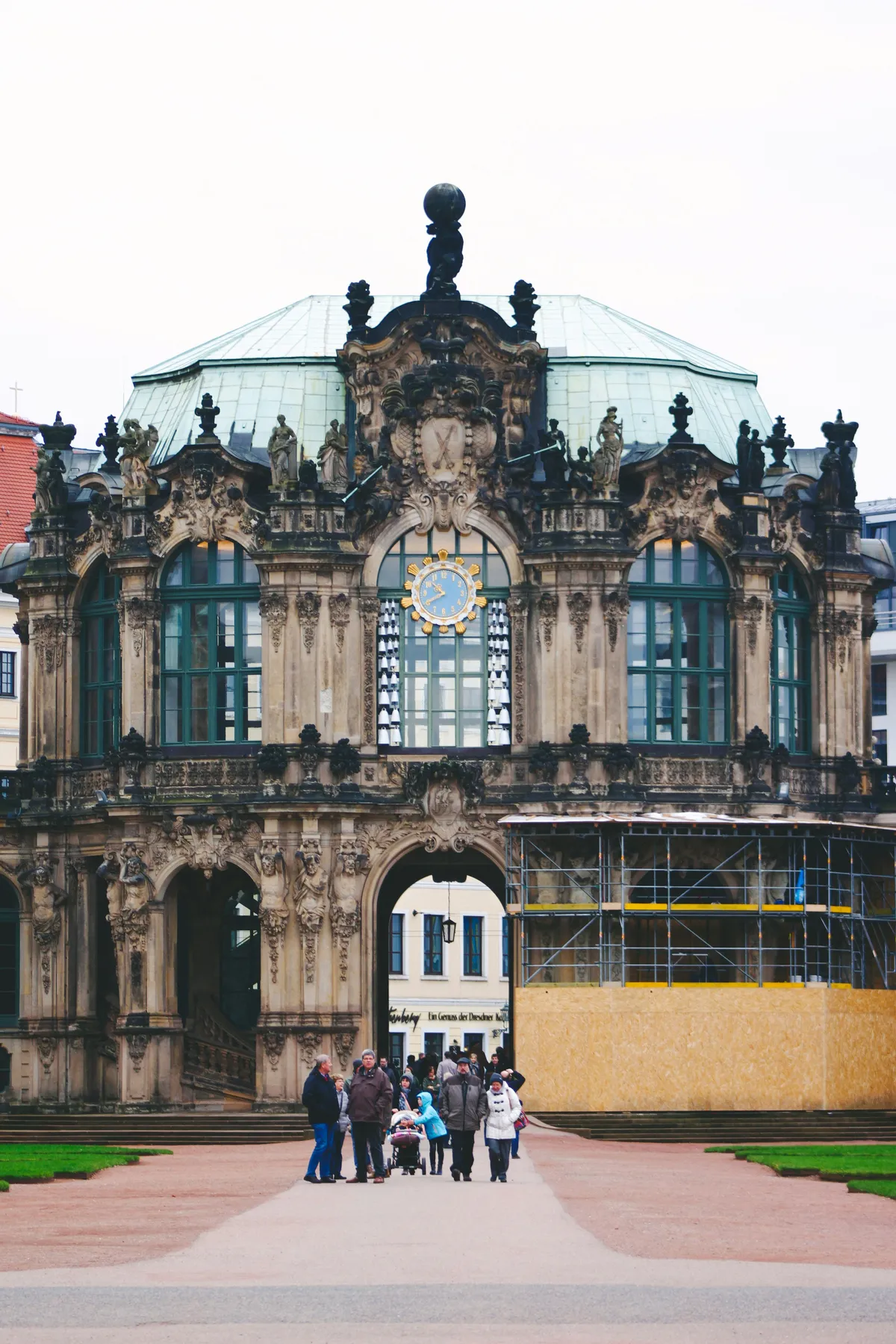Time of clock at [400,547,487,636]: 10:40
